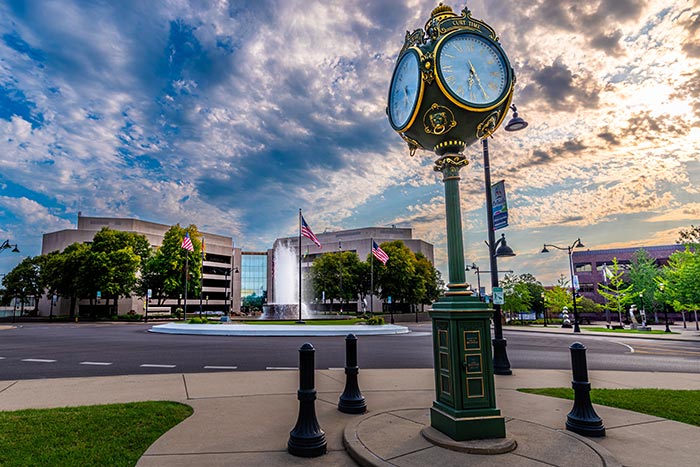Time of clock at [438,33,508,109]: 6:25
